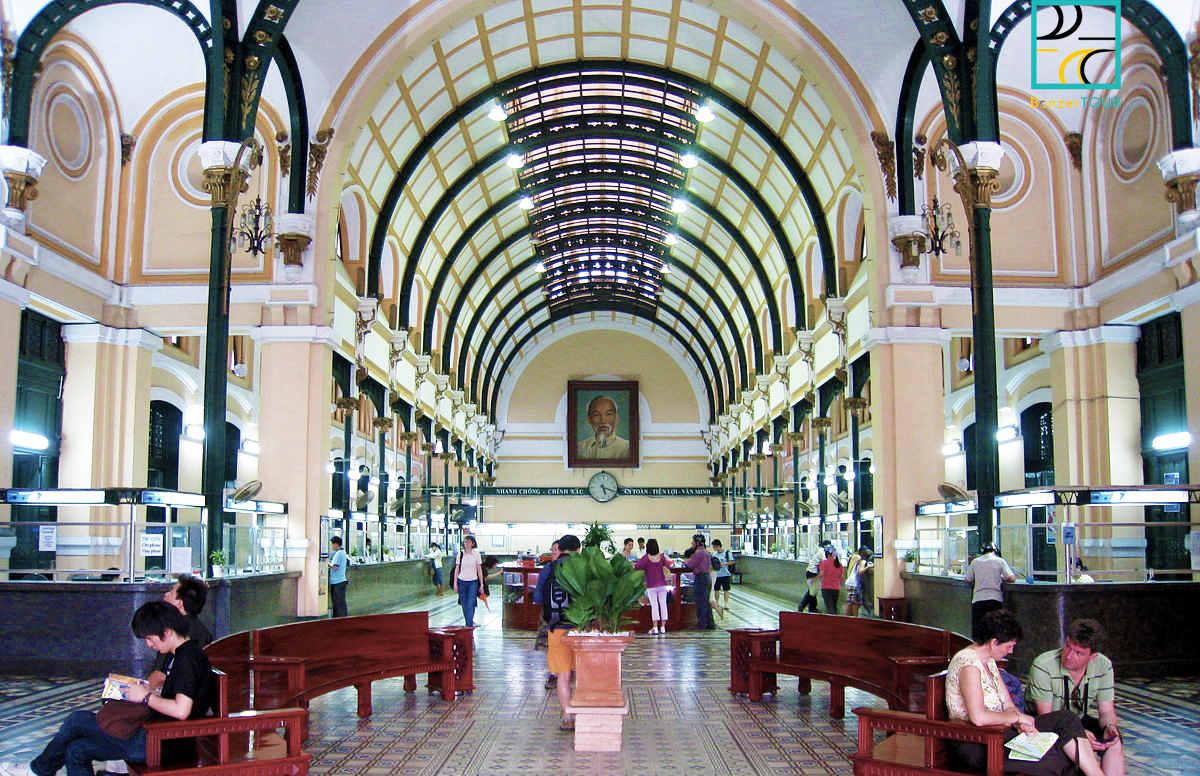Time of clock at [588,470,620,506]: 5:18
